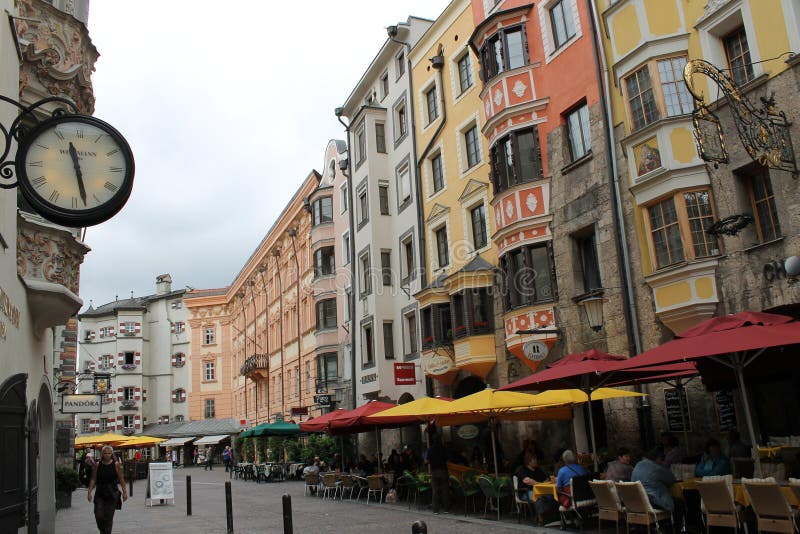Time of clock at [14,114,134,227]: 11:27
